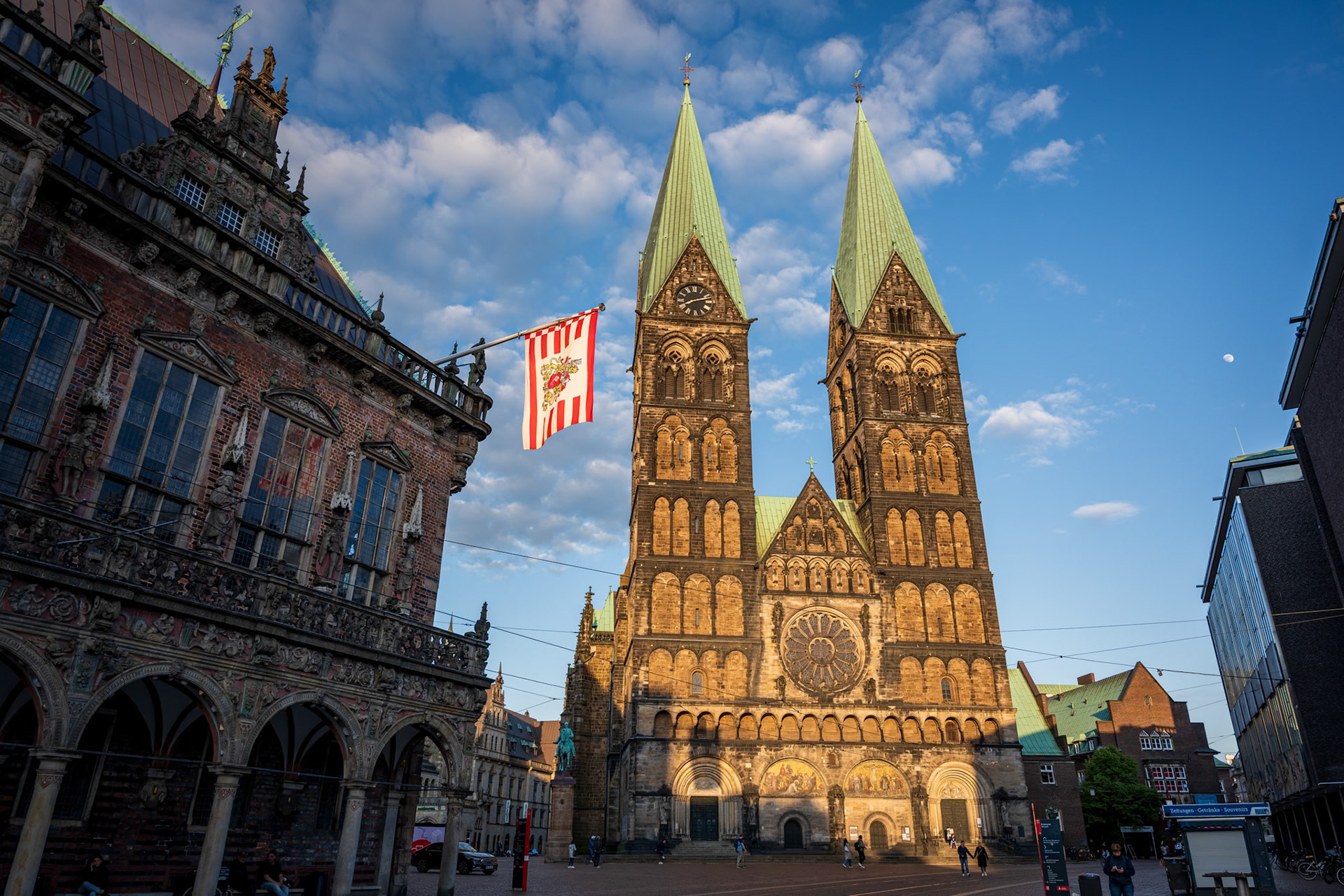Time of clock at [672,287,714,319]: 8:12
